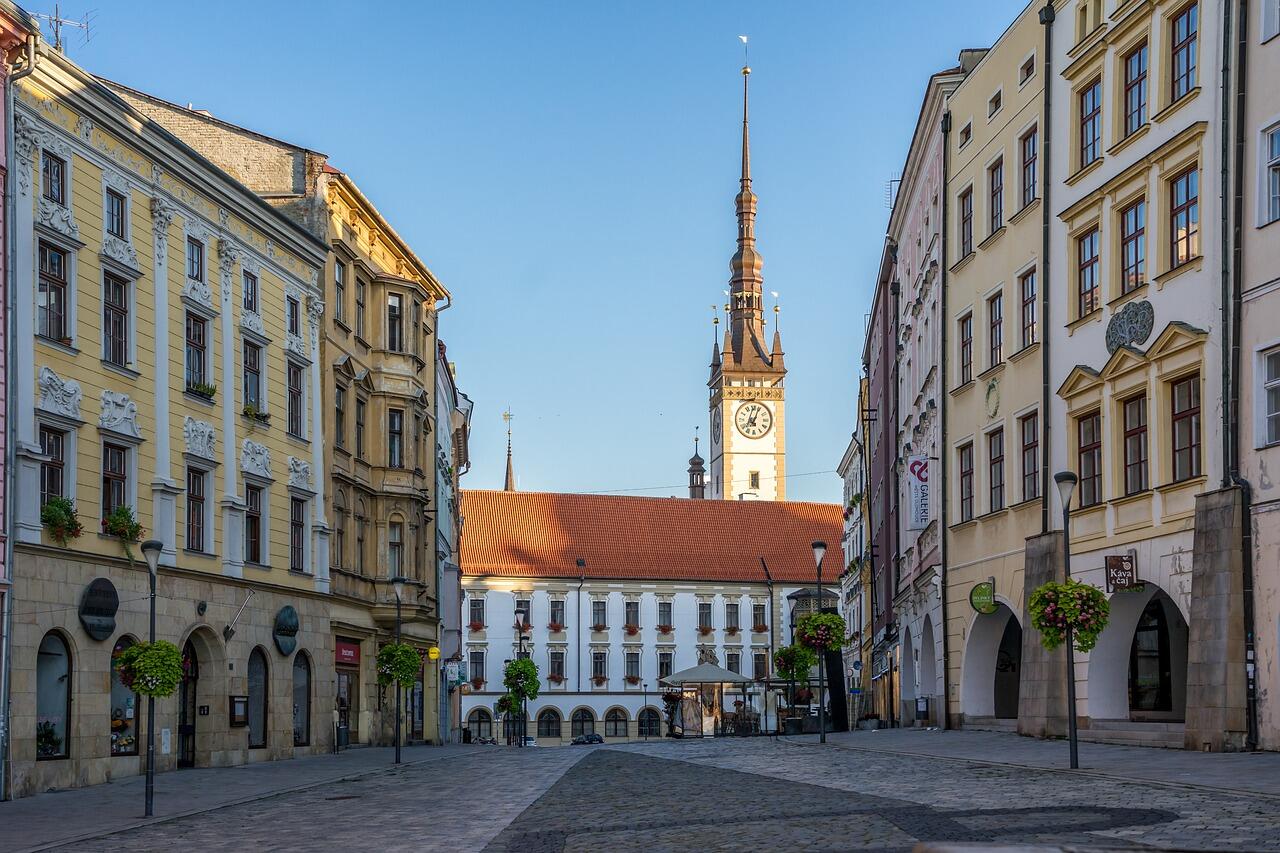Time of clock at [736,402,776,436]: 7:03
